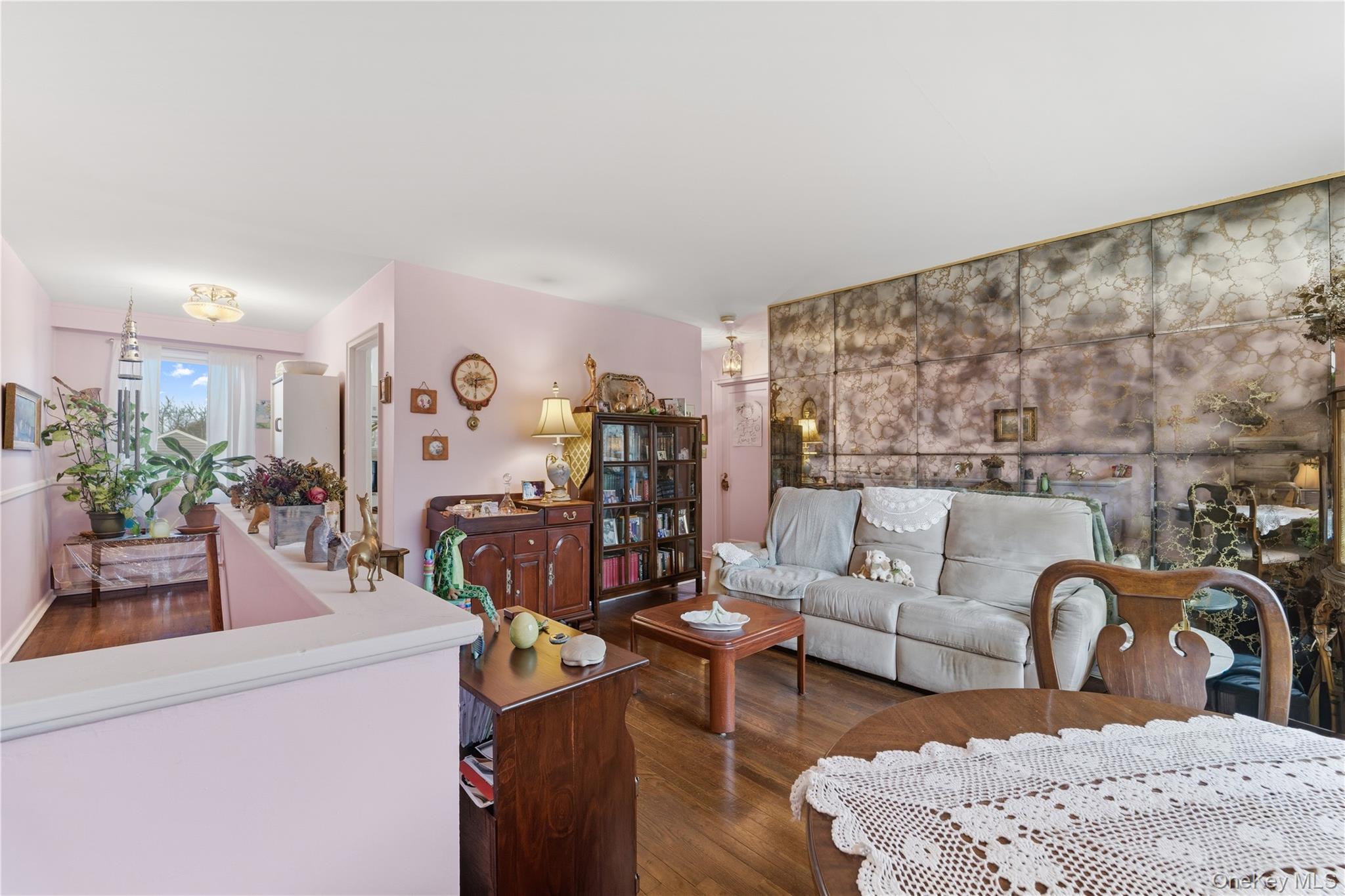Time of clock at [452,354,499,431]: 6:13
